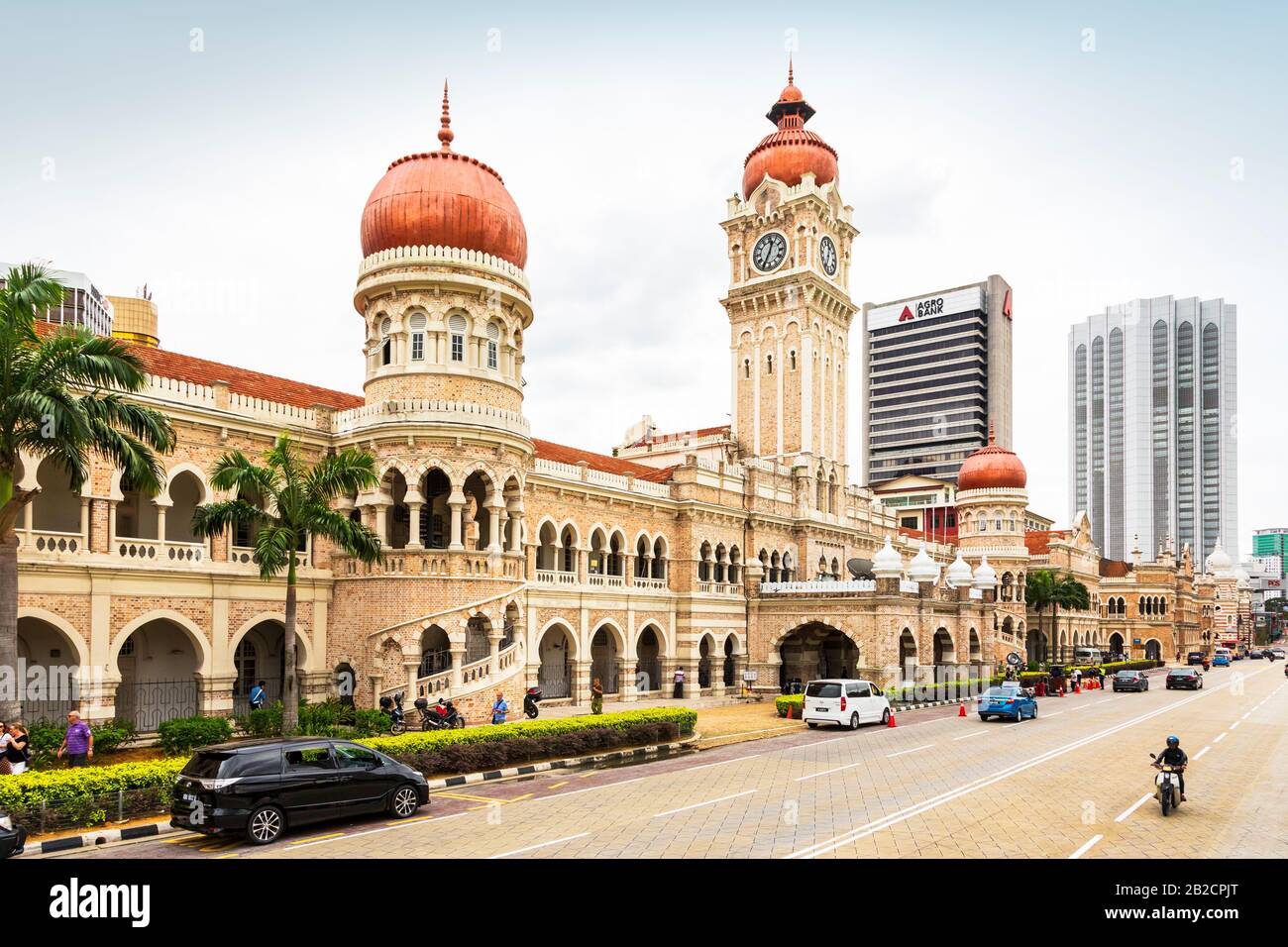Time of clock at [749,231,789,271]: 12:34
